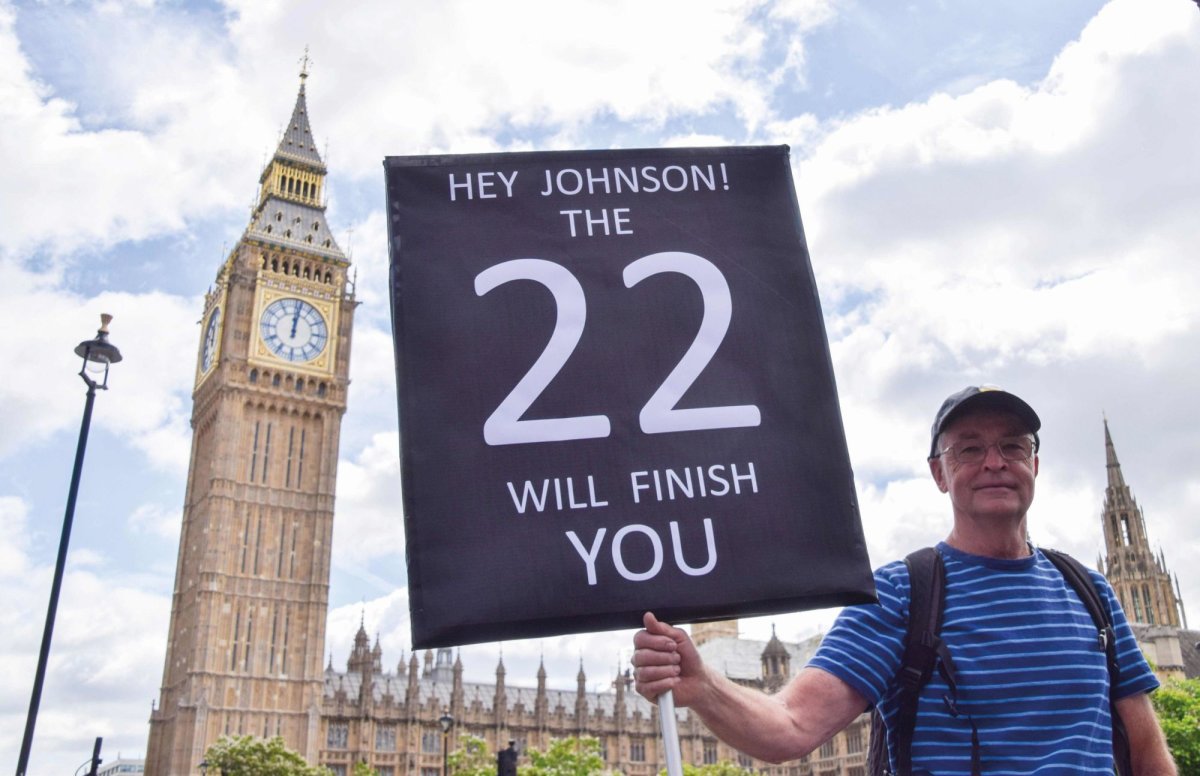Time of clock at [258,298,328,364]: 12:01
